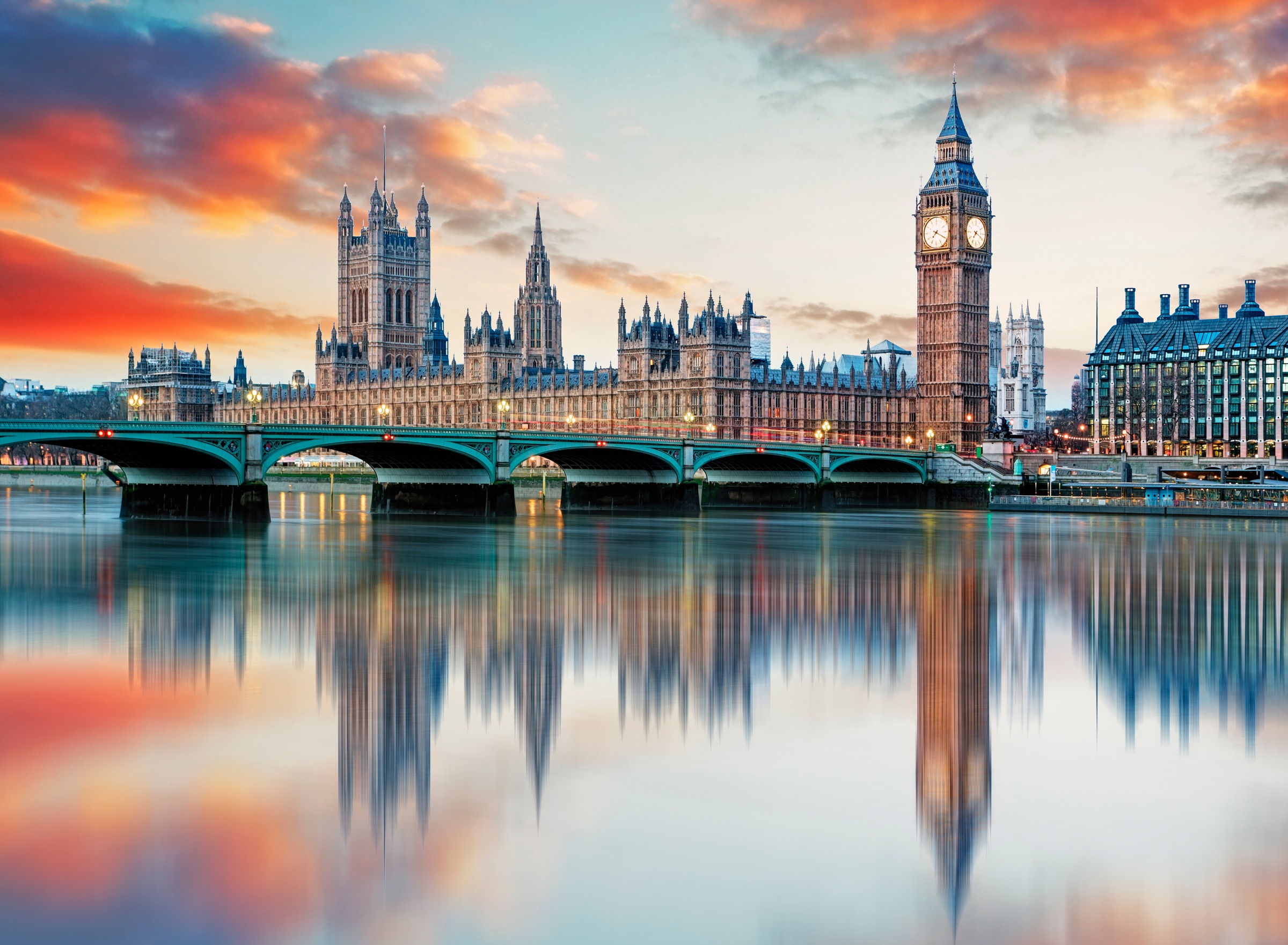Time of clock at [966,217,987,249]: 7:18
